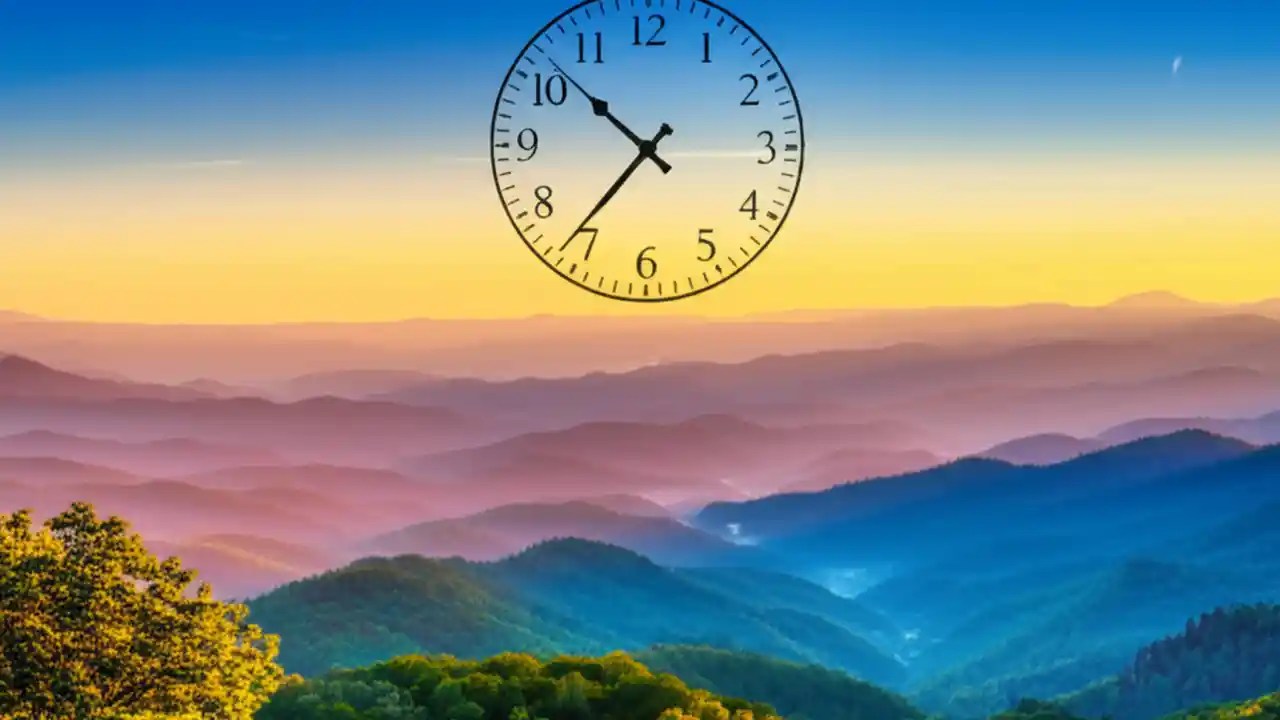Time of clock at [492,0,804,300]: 10:36
